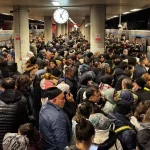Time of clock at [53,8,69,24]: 5:05
